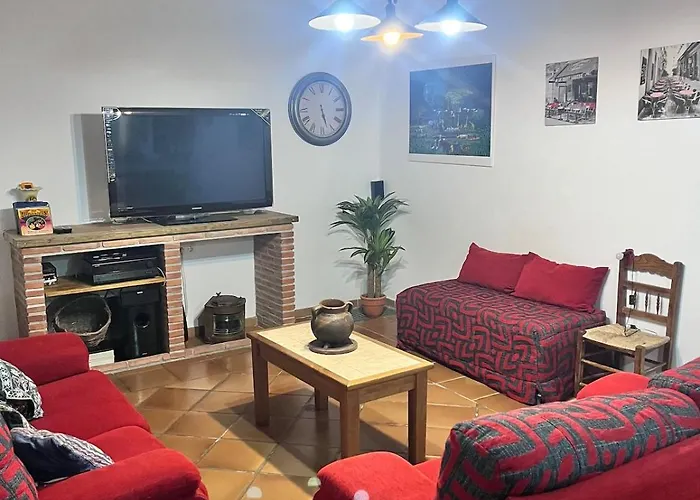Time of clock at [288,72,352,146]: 5:27
